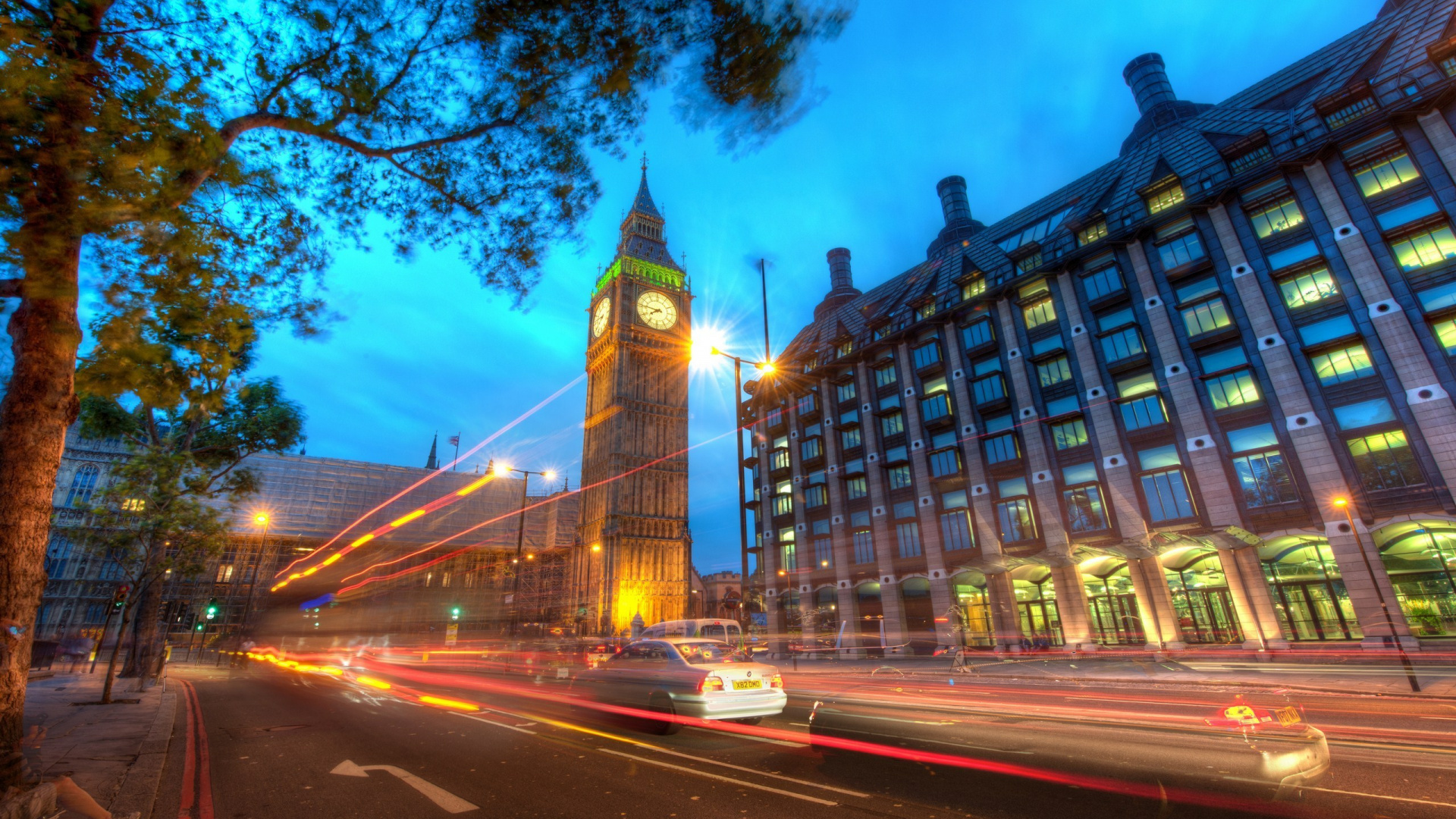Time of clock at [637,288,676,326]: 7:46
